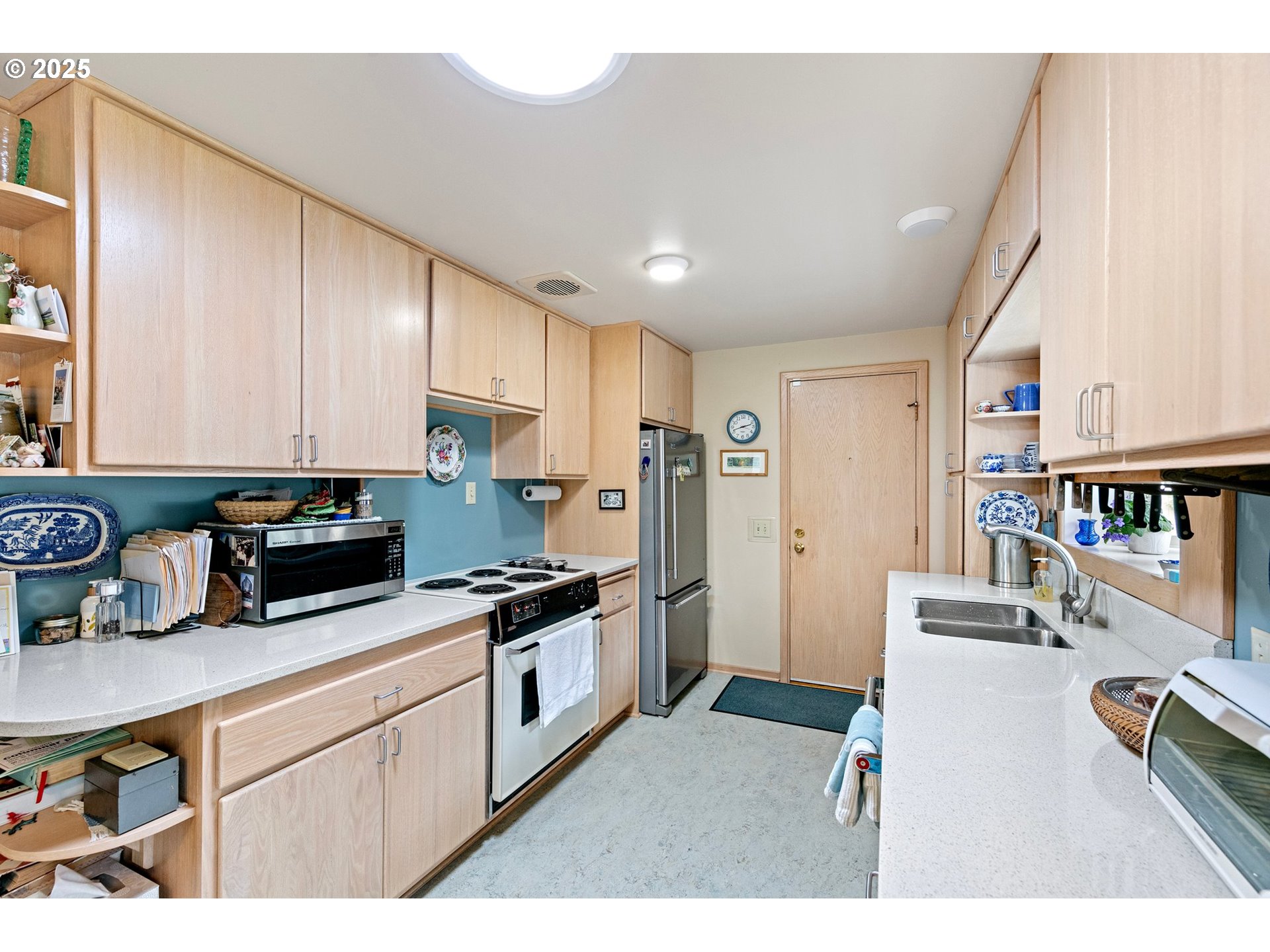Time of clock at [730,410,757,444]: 2:42
